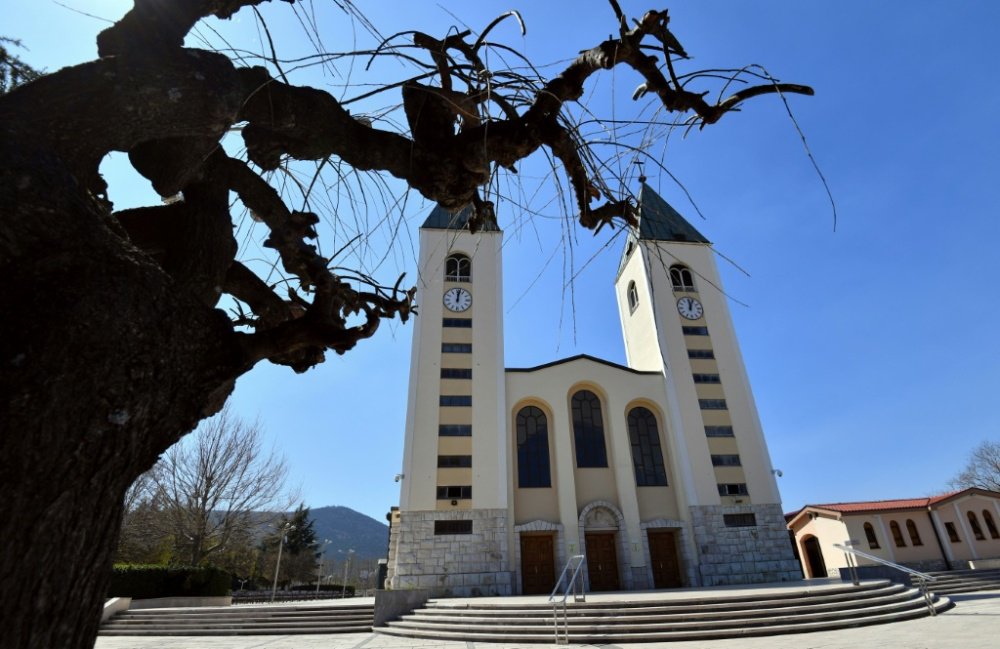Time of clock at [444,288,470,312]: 12:01
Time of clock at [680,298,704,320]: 12:03
